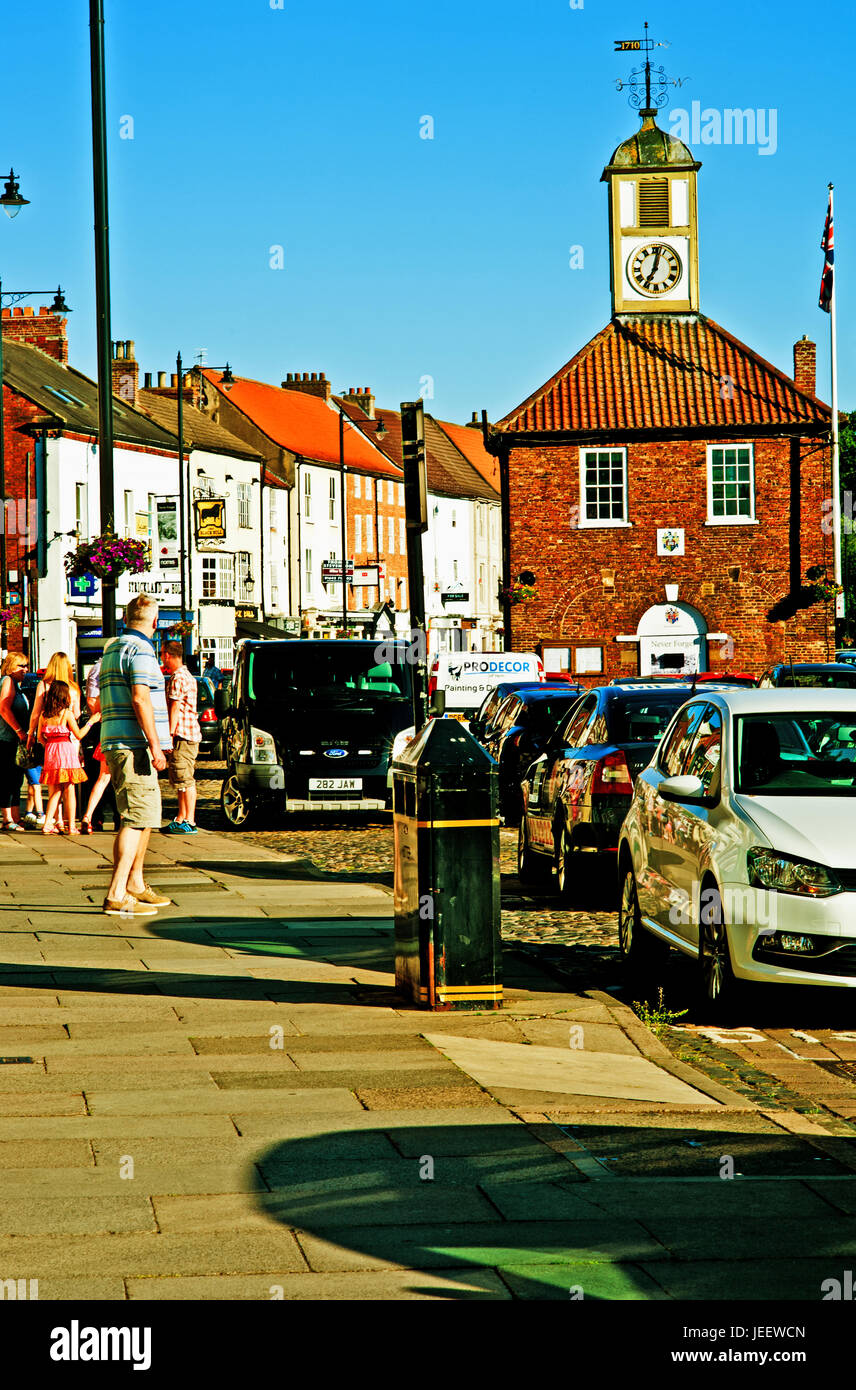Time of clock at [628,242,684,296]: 7:01
